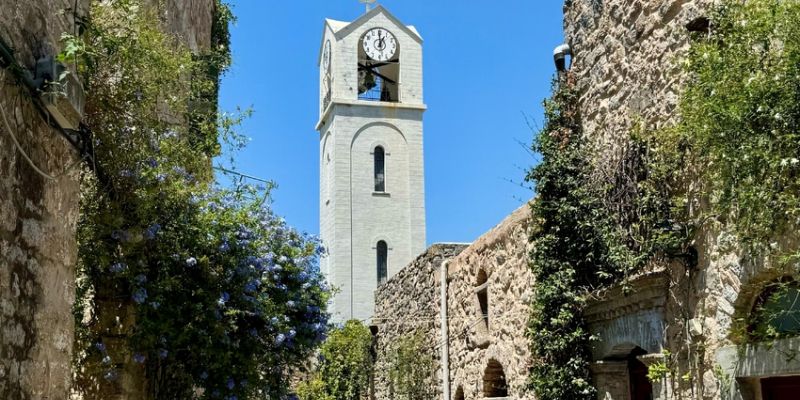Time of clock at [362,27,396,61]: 12:59
